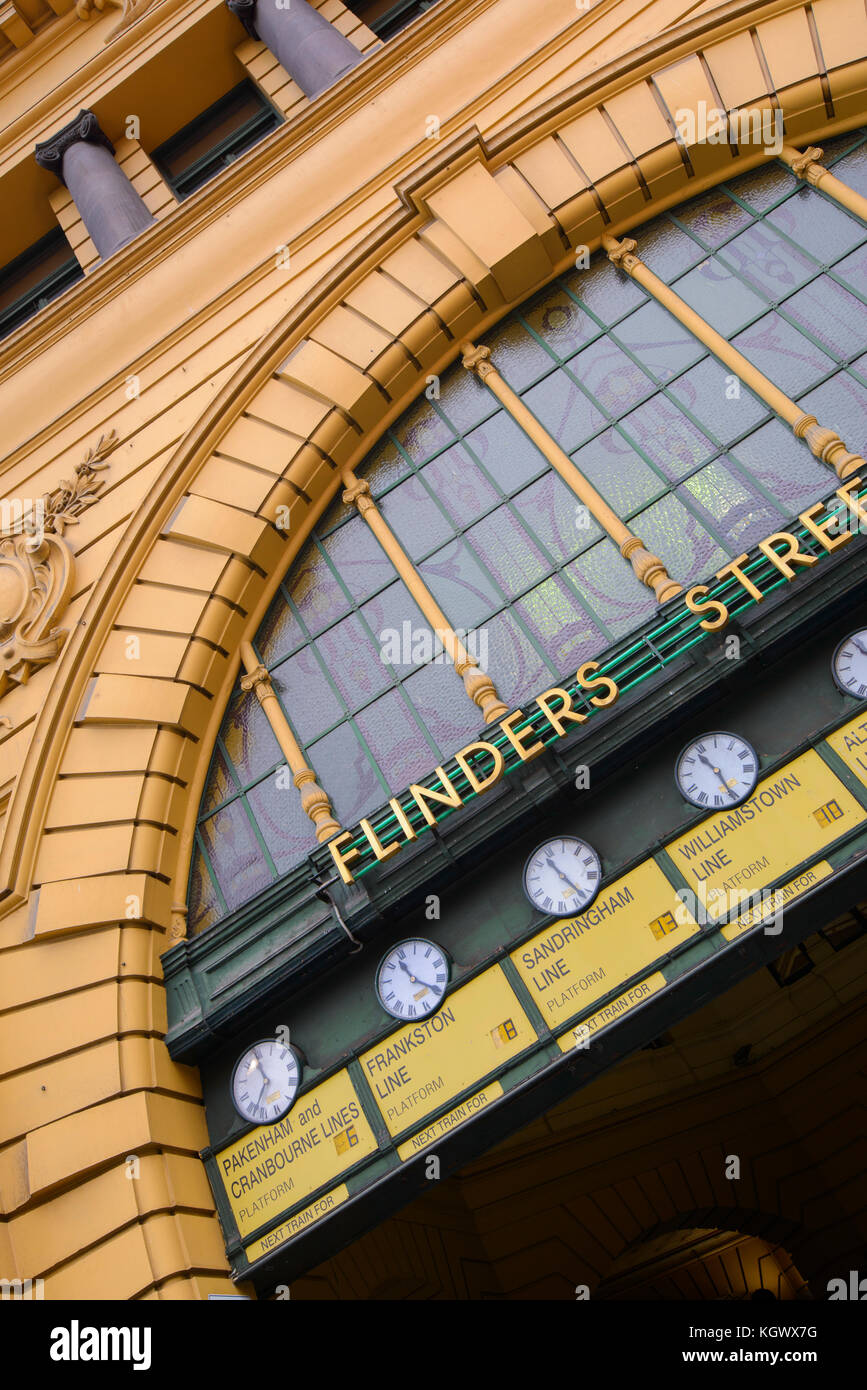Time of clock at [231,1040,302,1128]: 10:33
